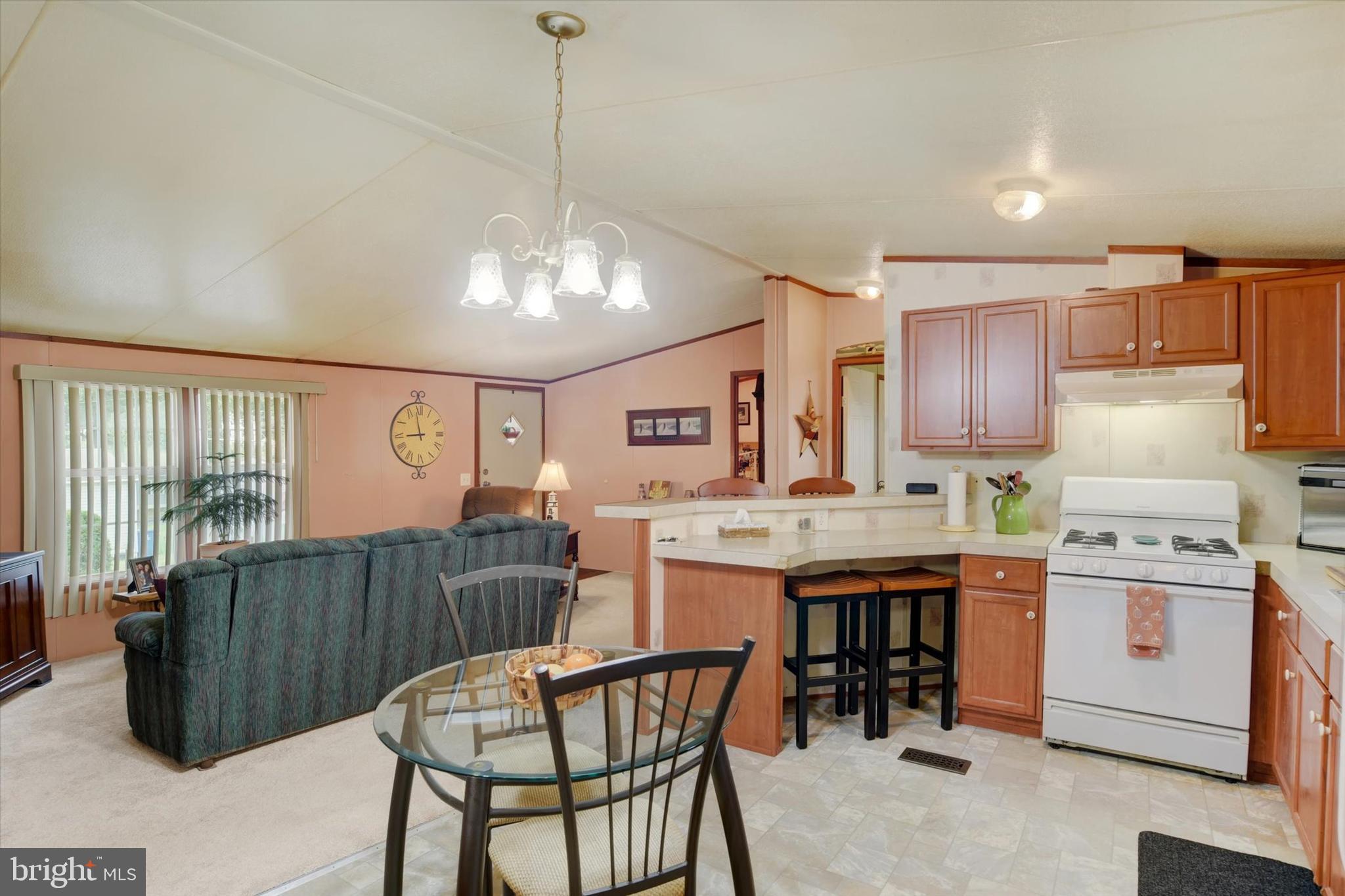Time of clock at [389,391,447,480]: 8:58
